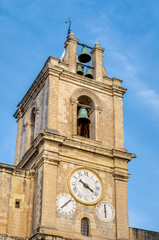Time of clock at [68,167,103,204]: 3:50
